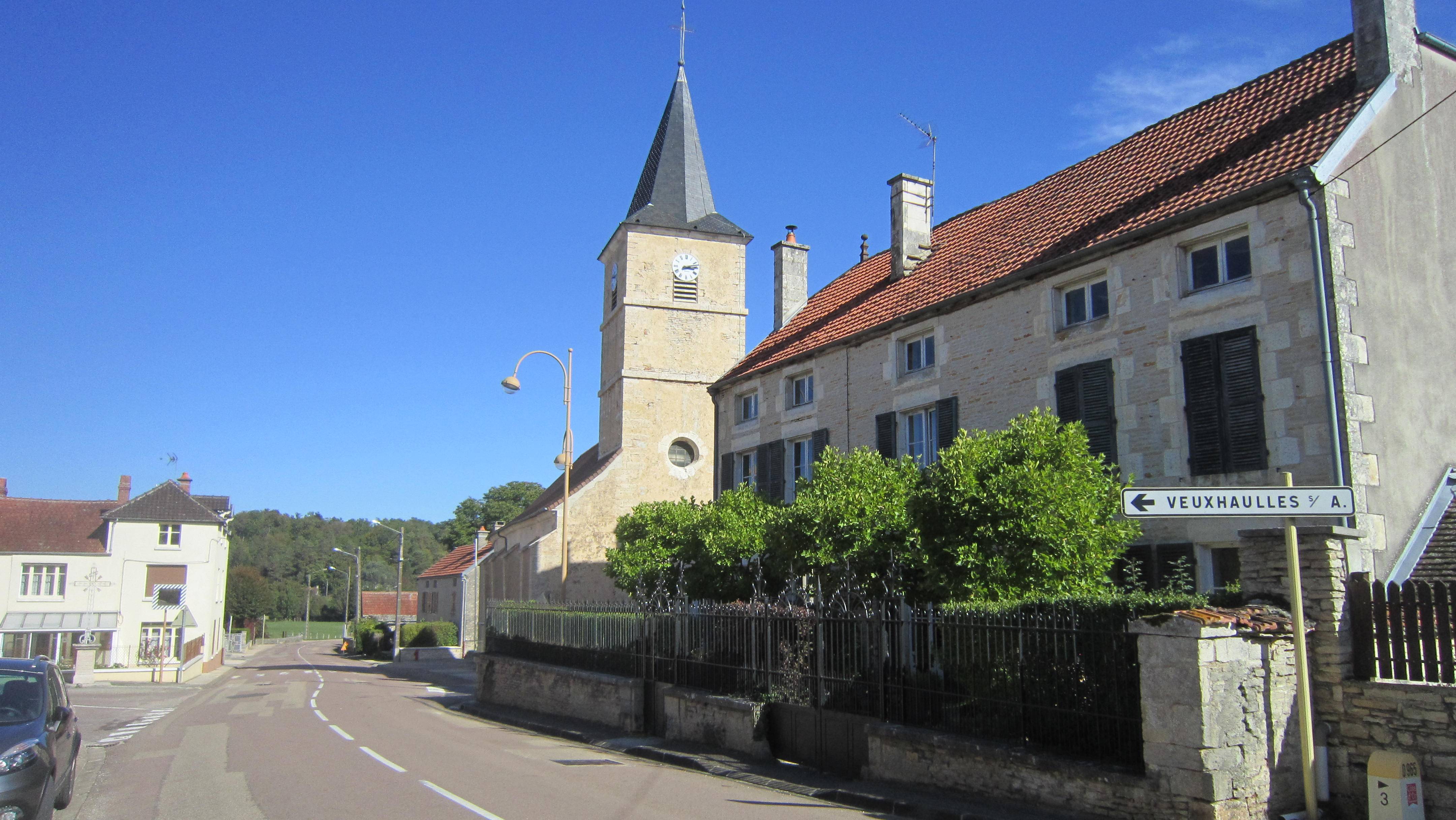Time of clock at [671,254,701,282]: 3:13
